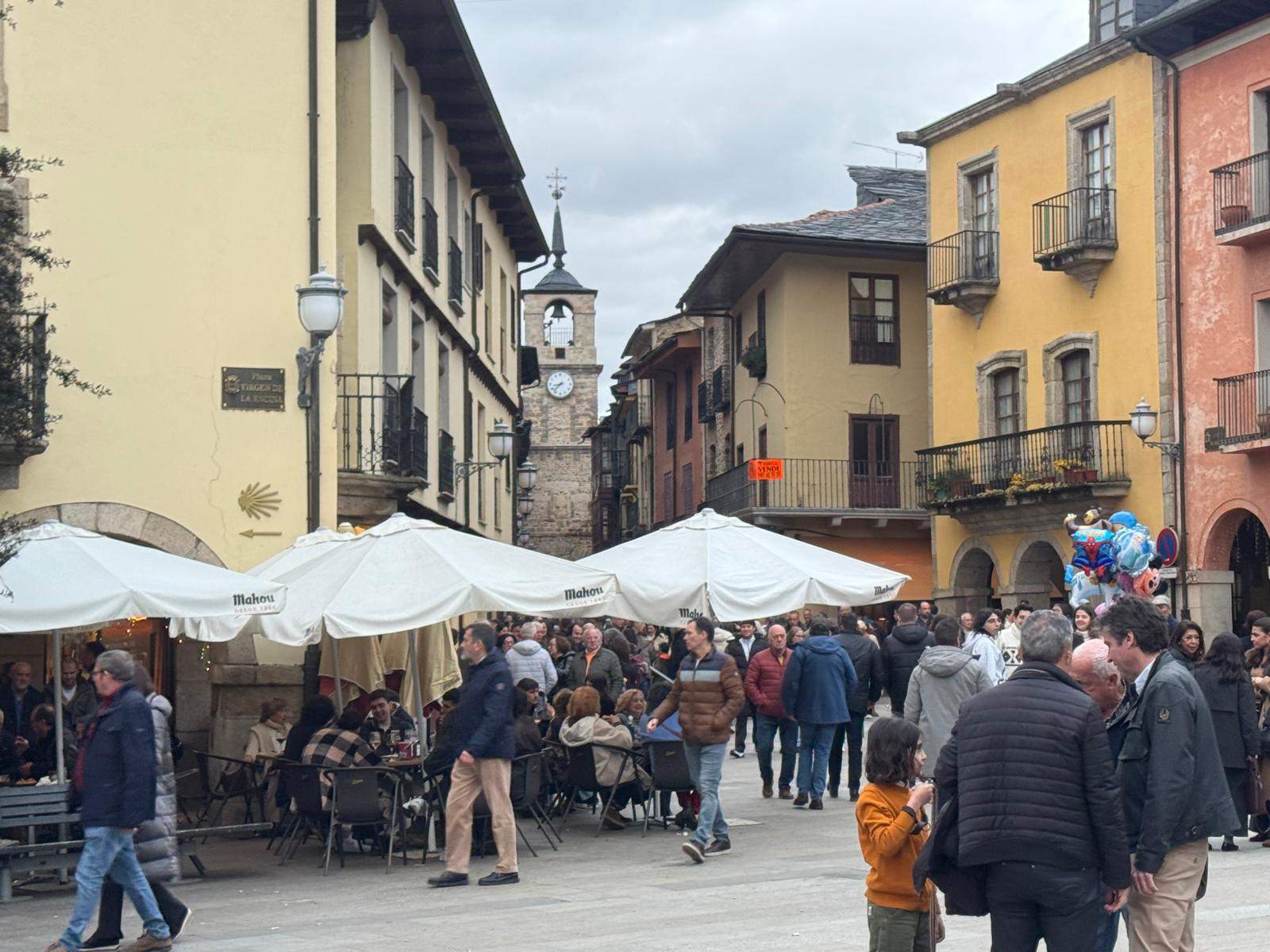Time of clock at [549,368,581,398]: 8:37
